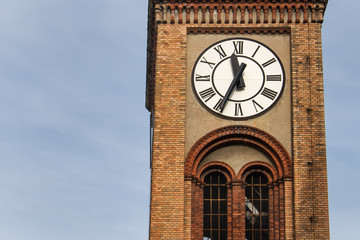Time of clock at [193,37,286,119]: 11:34
